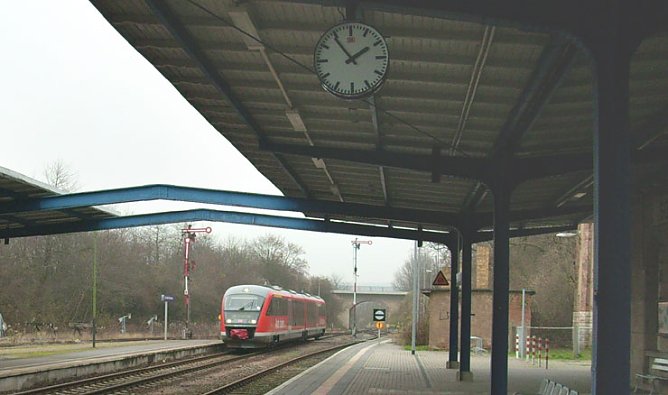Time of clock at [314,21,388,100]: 1:54
